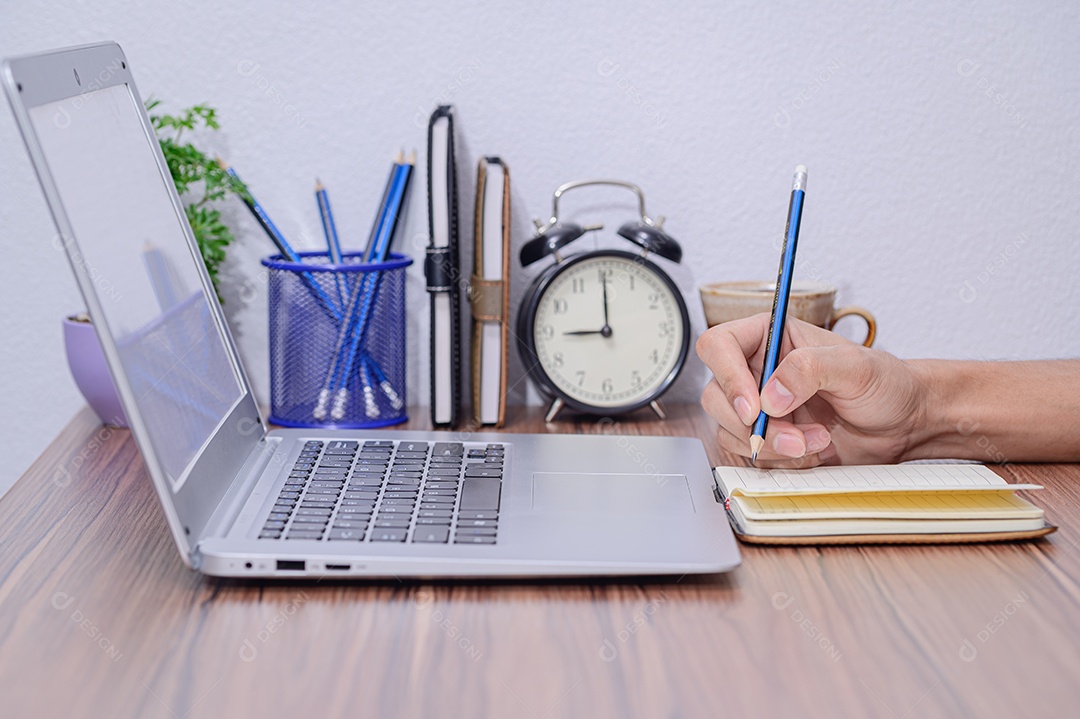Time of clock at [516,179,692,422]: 9:00
